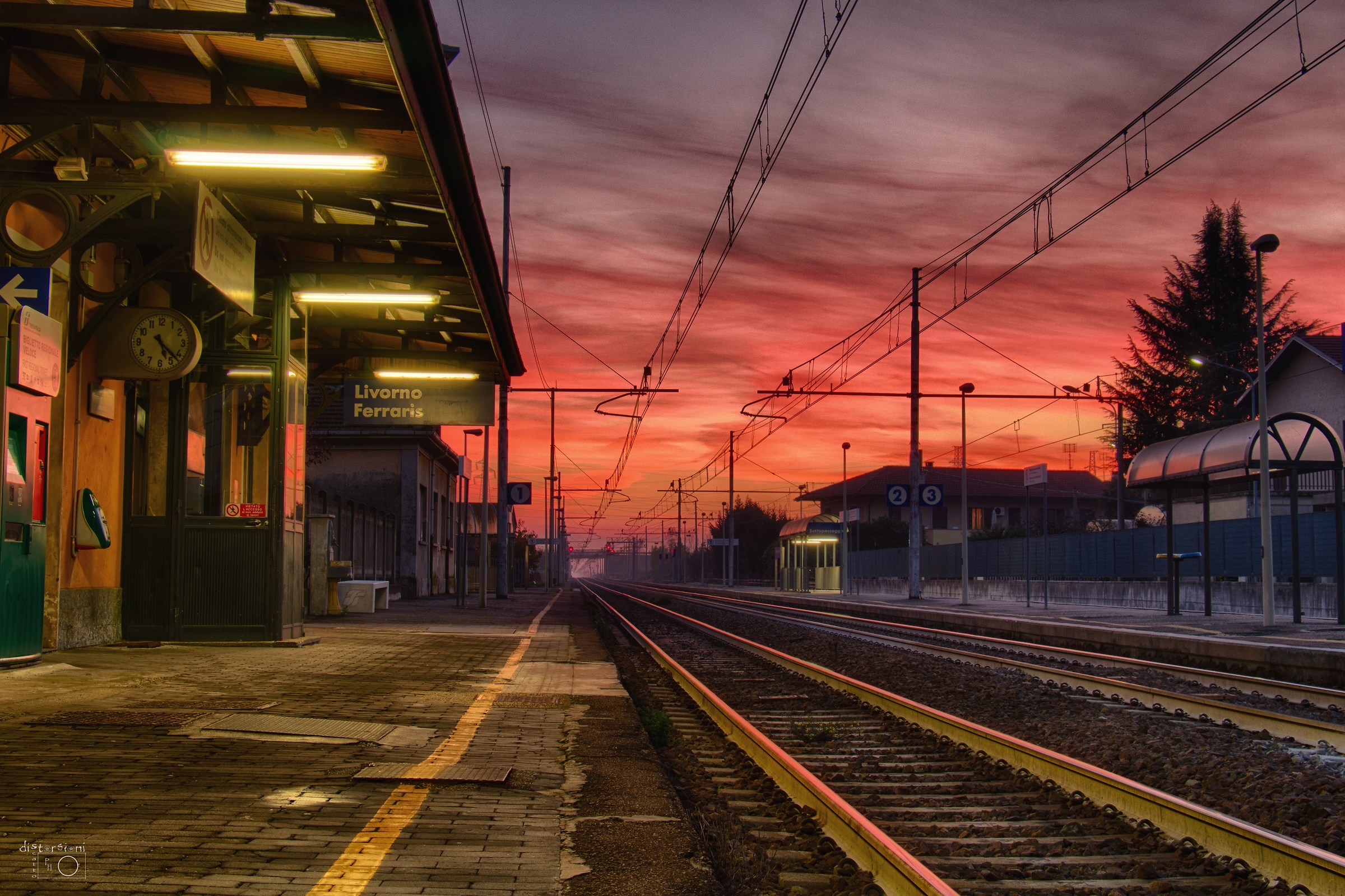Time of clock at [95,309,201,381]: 5:22
